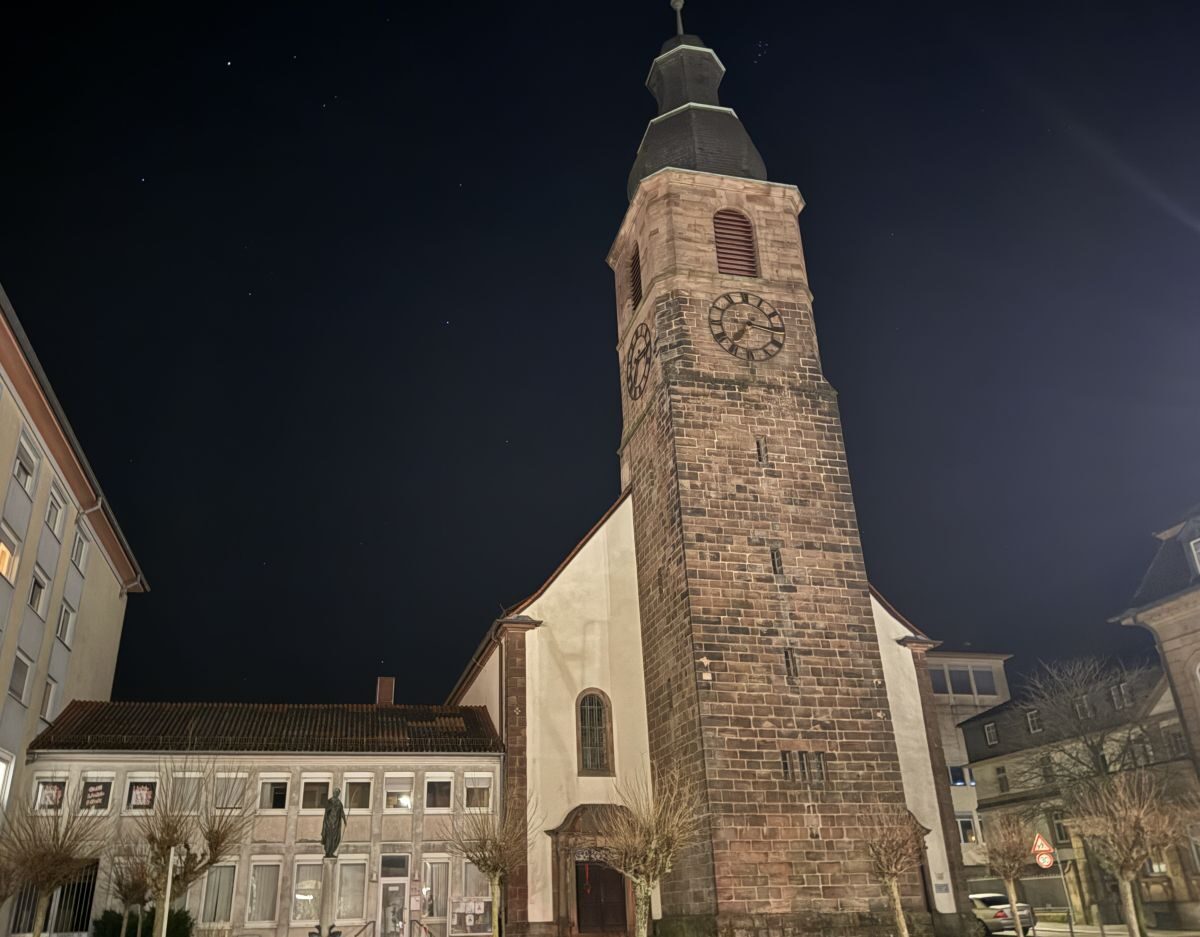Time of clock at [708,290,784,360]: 7:16
